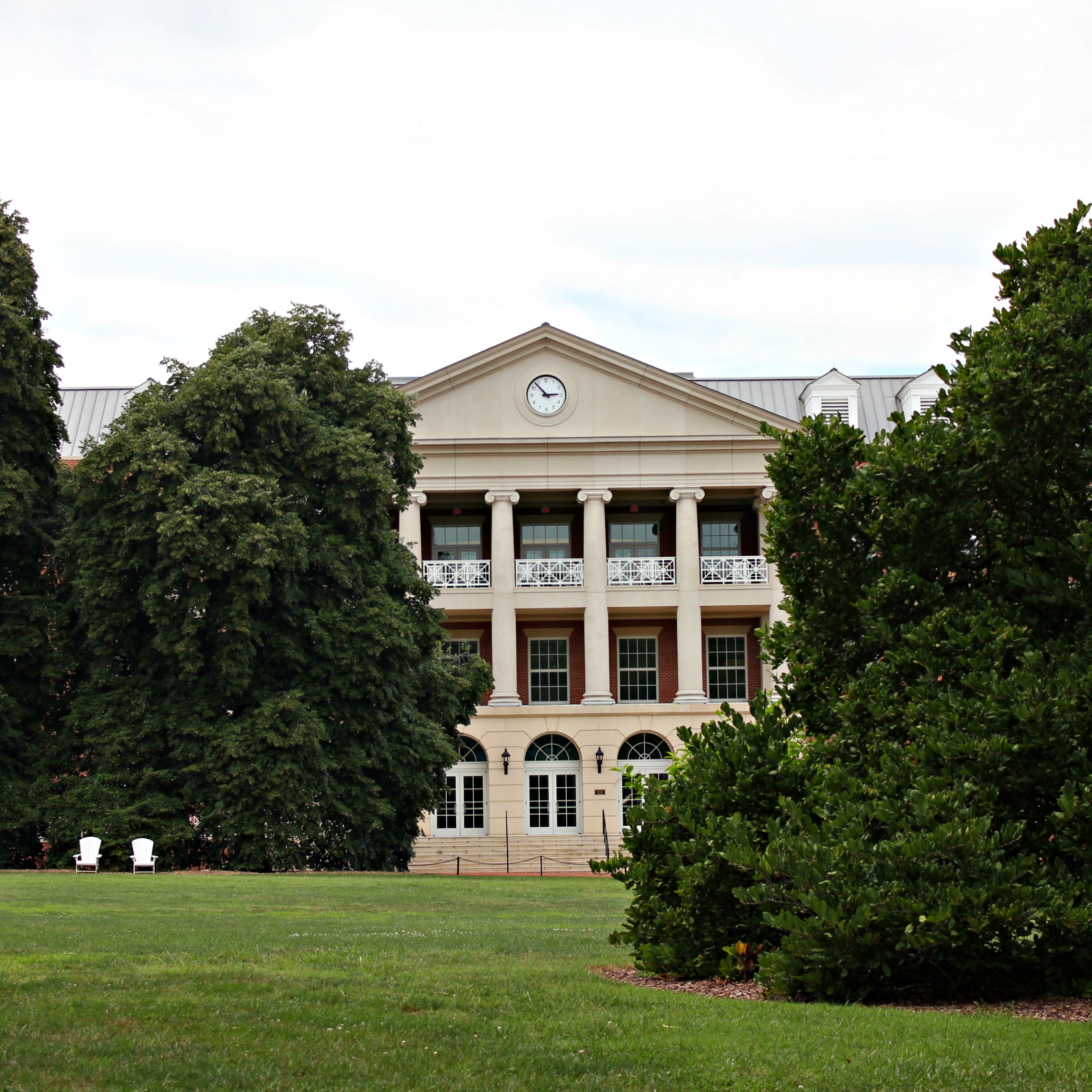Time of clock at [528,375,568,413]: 2:53
